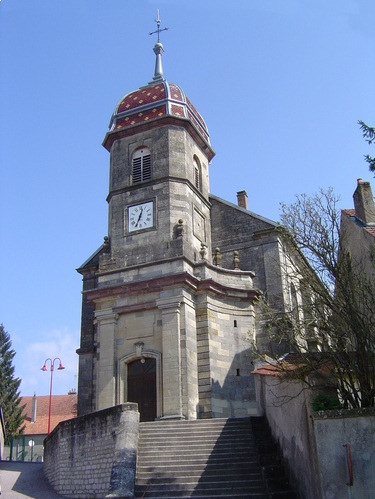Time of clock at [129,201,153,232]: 12:34
